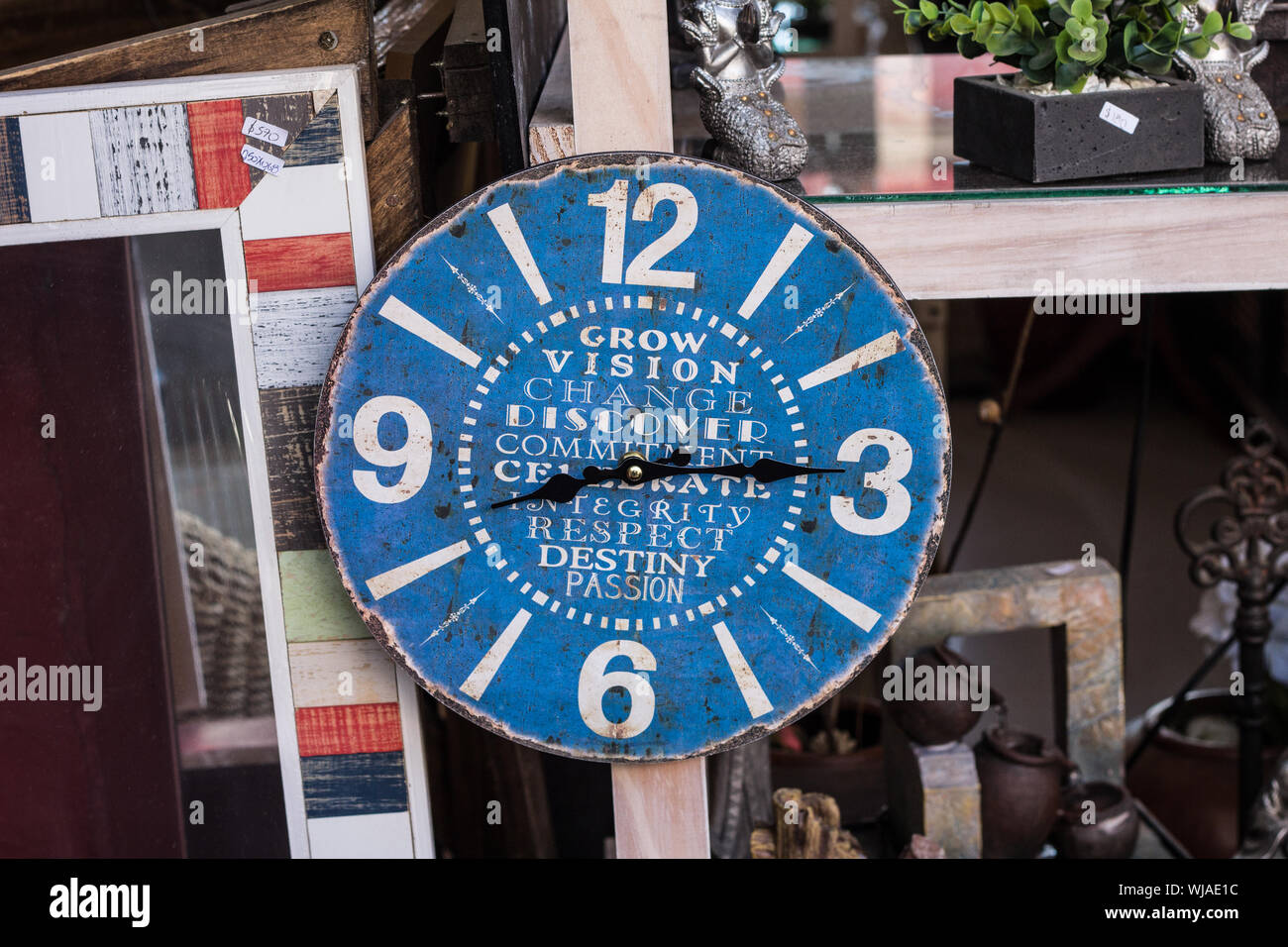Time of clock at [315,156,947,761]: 8:14
